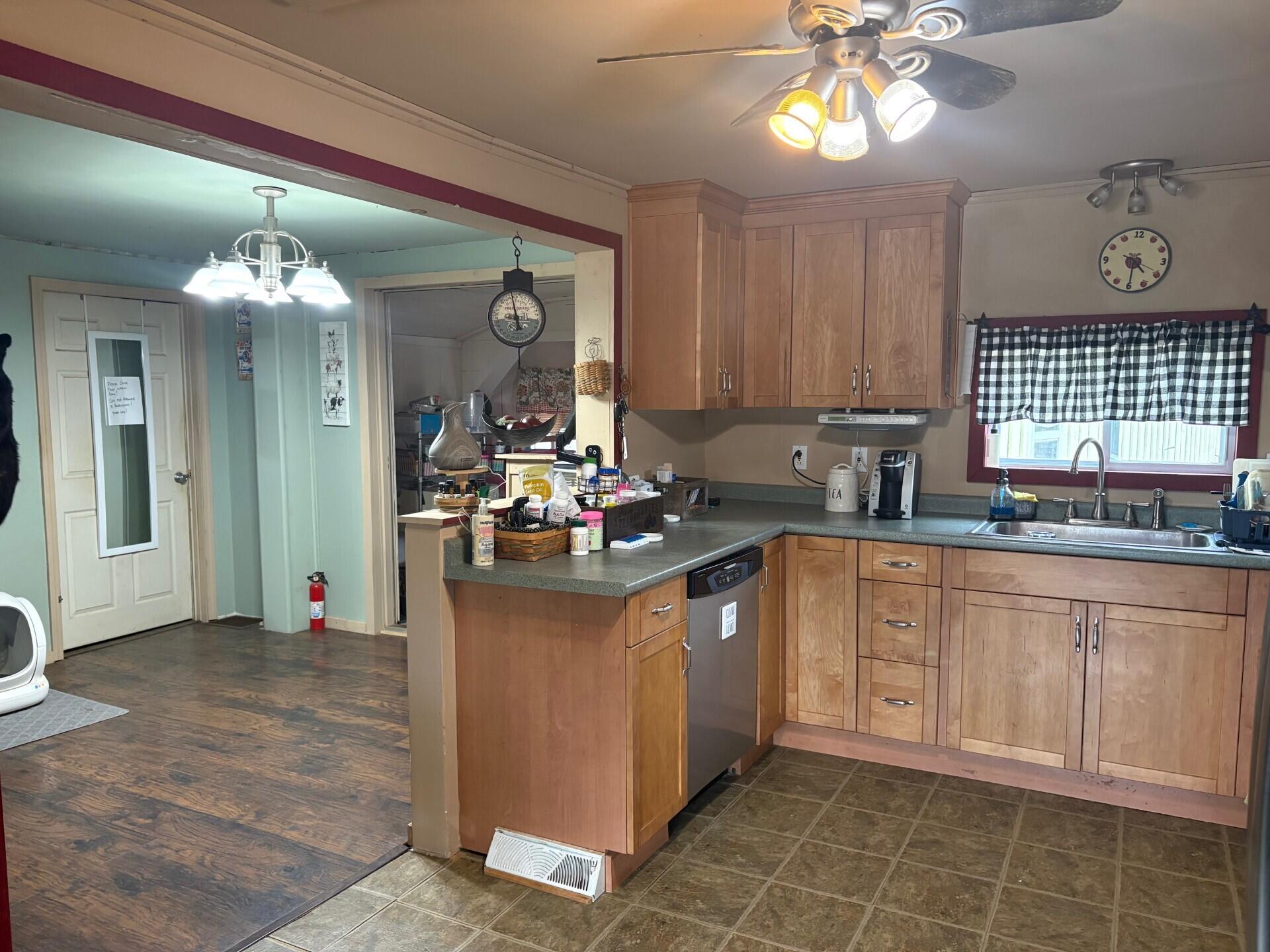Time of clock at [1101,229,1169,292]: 4:30
